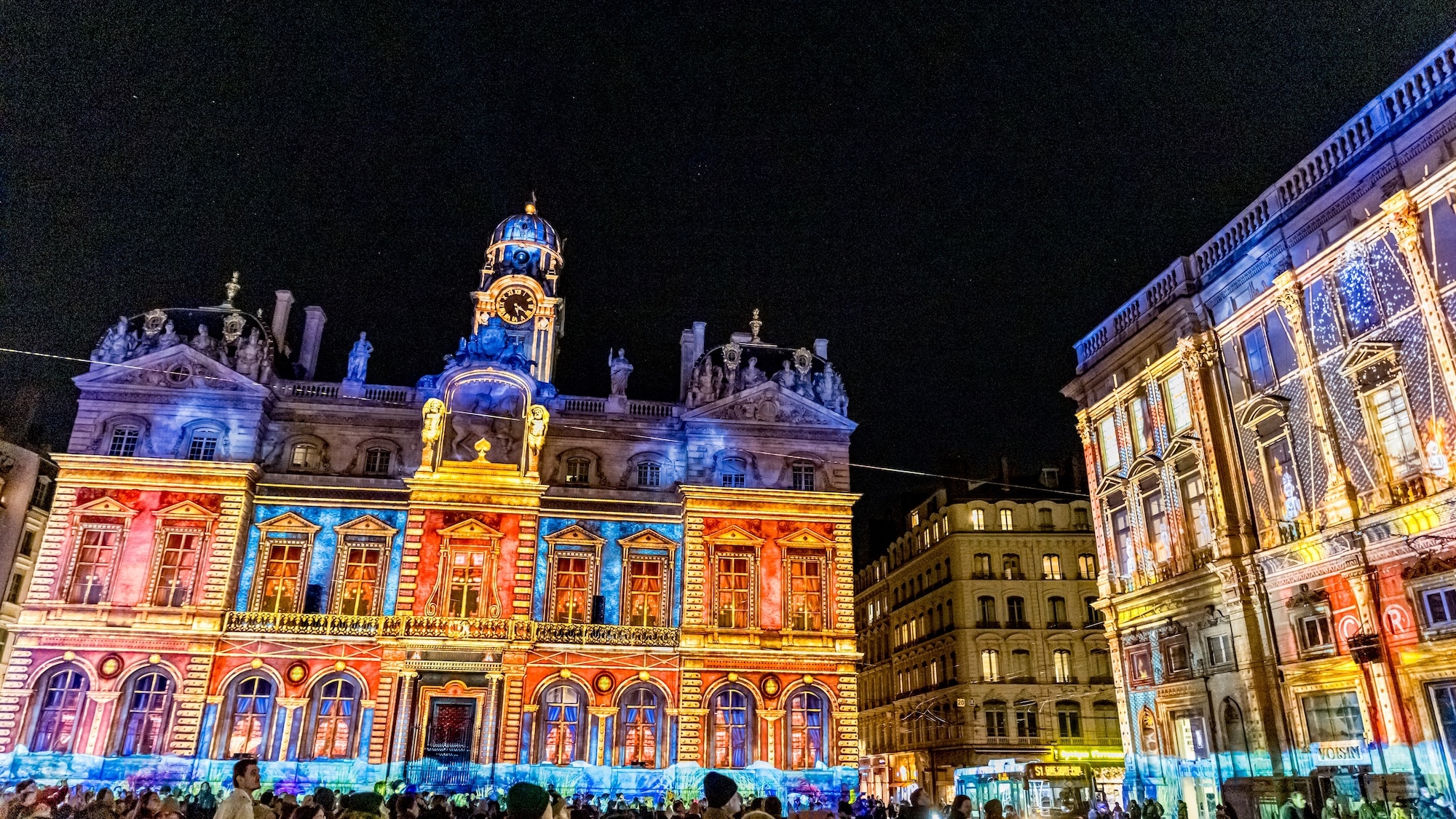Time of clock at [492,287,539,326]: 5:20
